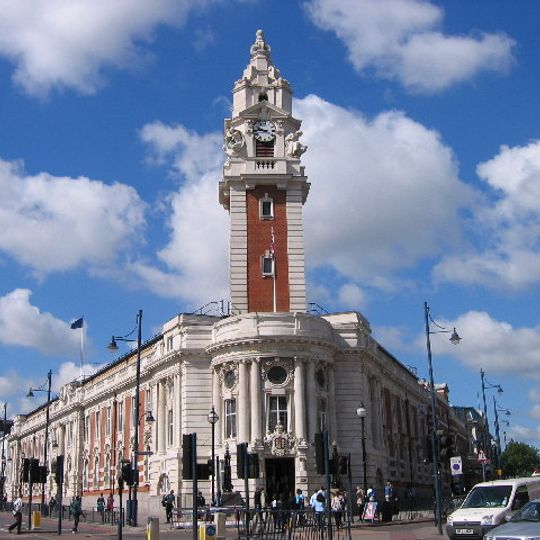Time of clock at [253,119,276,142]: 9:44
